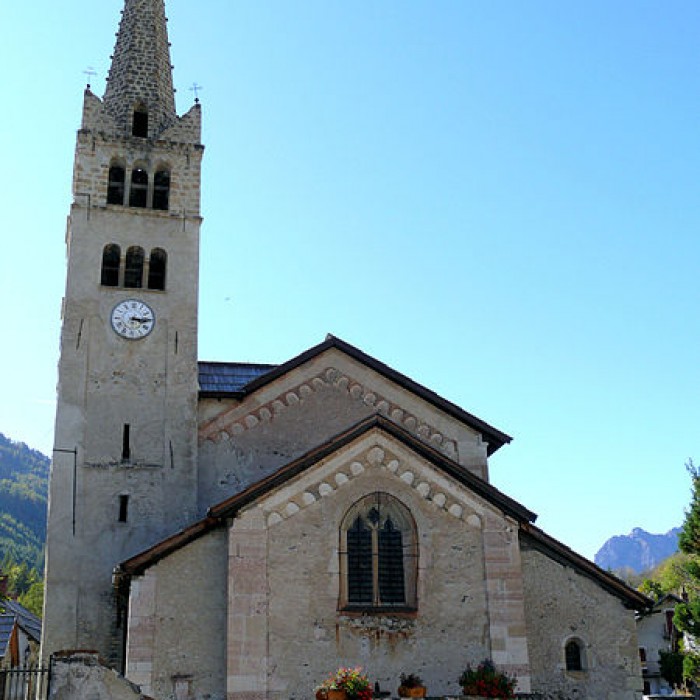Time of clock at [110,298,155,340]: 3:14
